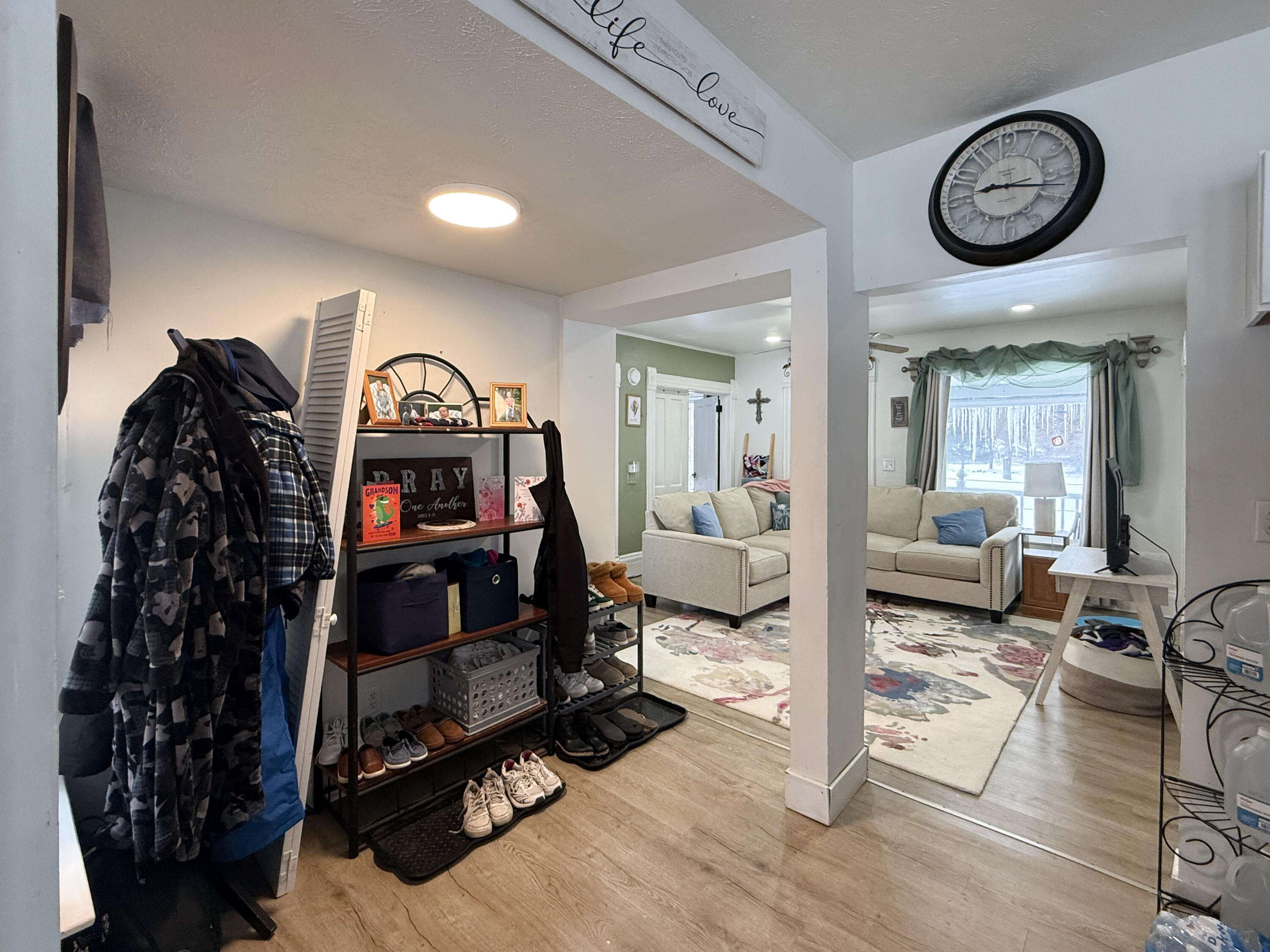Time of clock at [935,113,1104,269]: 9:17
